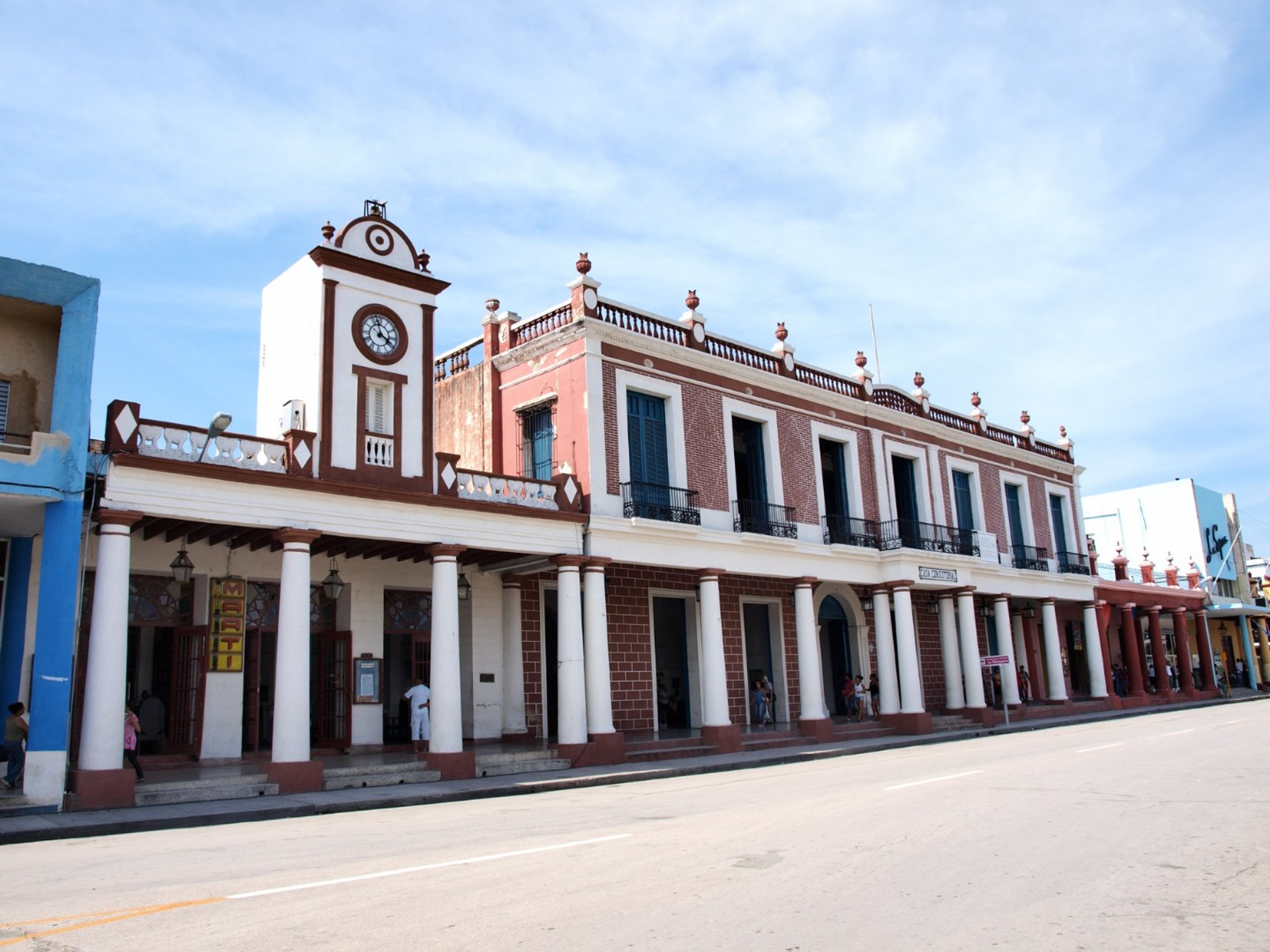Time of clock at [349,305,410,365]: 3:57
